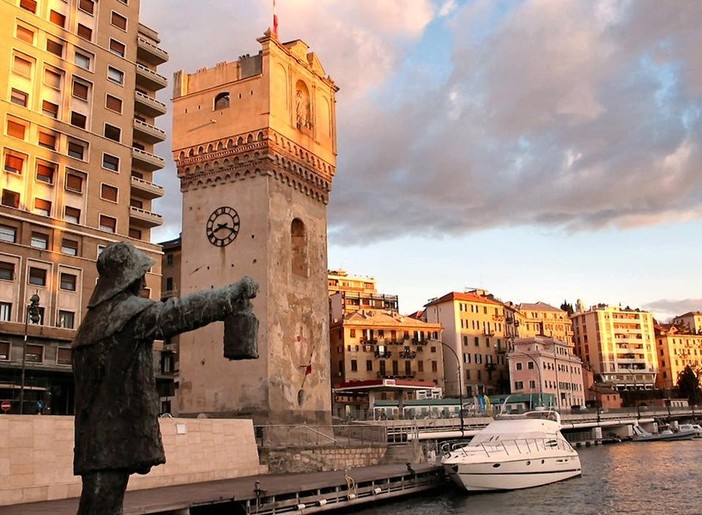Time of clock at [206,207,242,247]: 8:18
